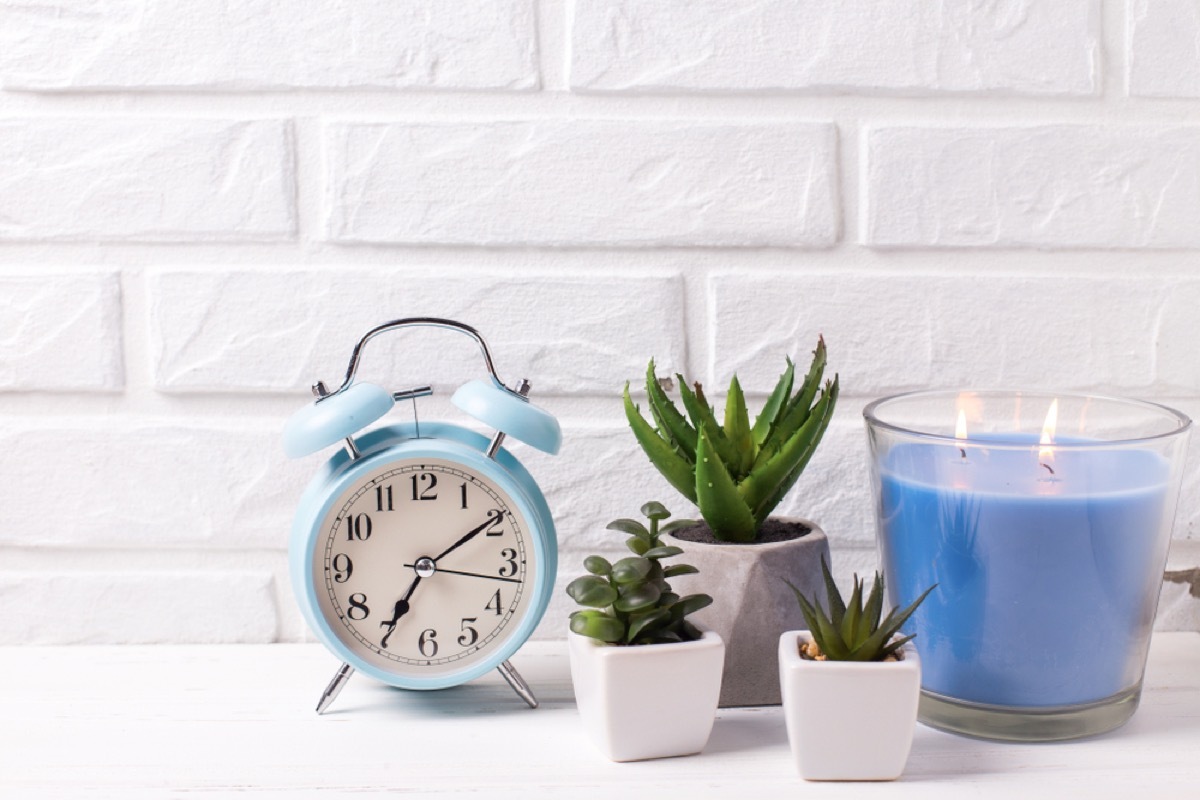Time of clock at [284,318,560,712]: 7:09
